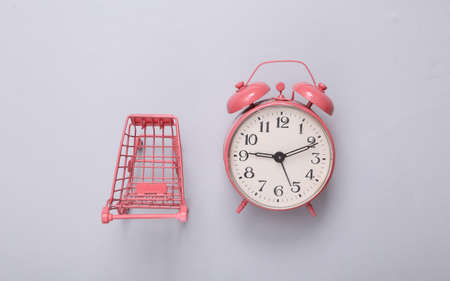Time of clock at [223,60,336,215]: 9:11
